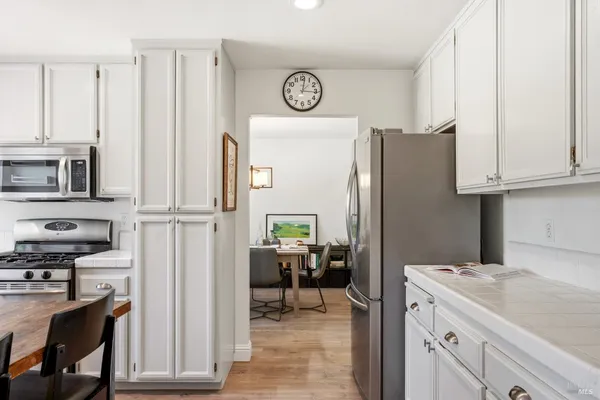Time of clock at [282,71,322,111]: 12:15
